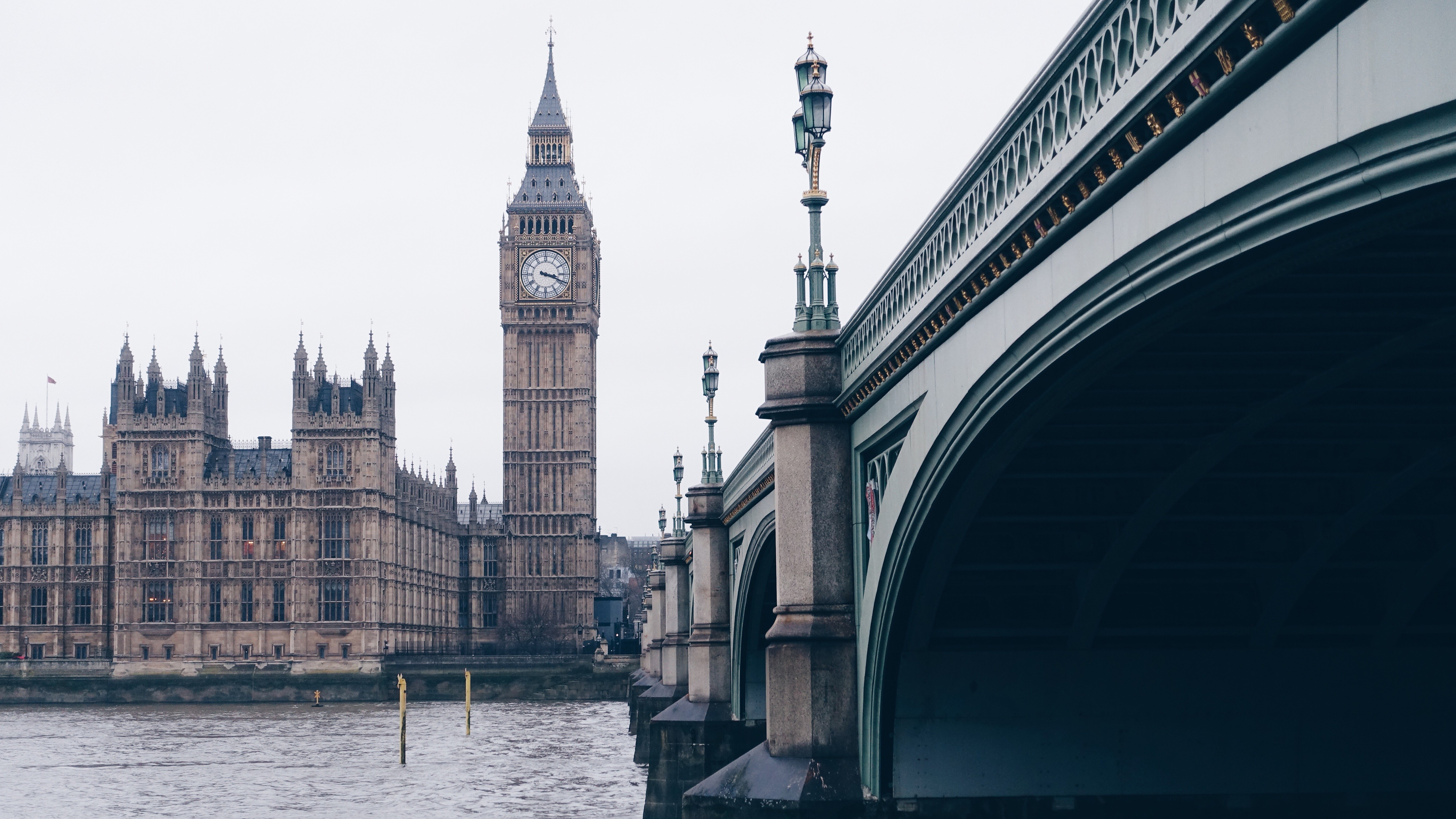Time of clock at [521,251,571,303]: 3:18
